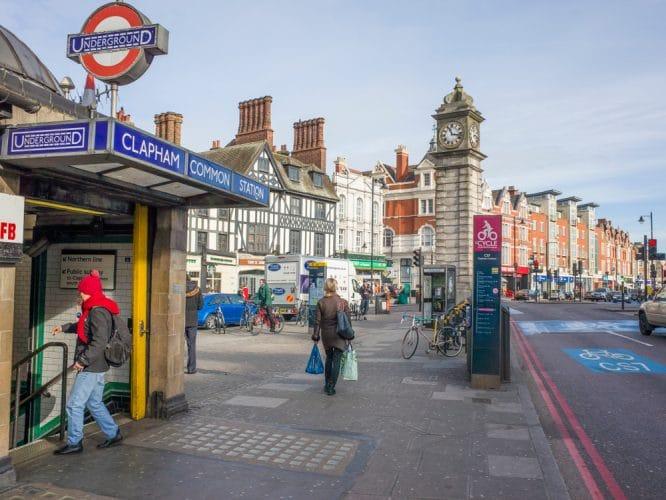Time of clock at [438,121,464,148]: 11:17
